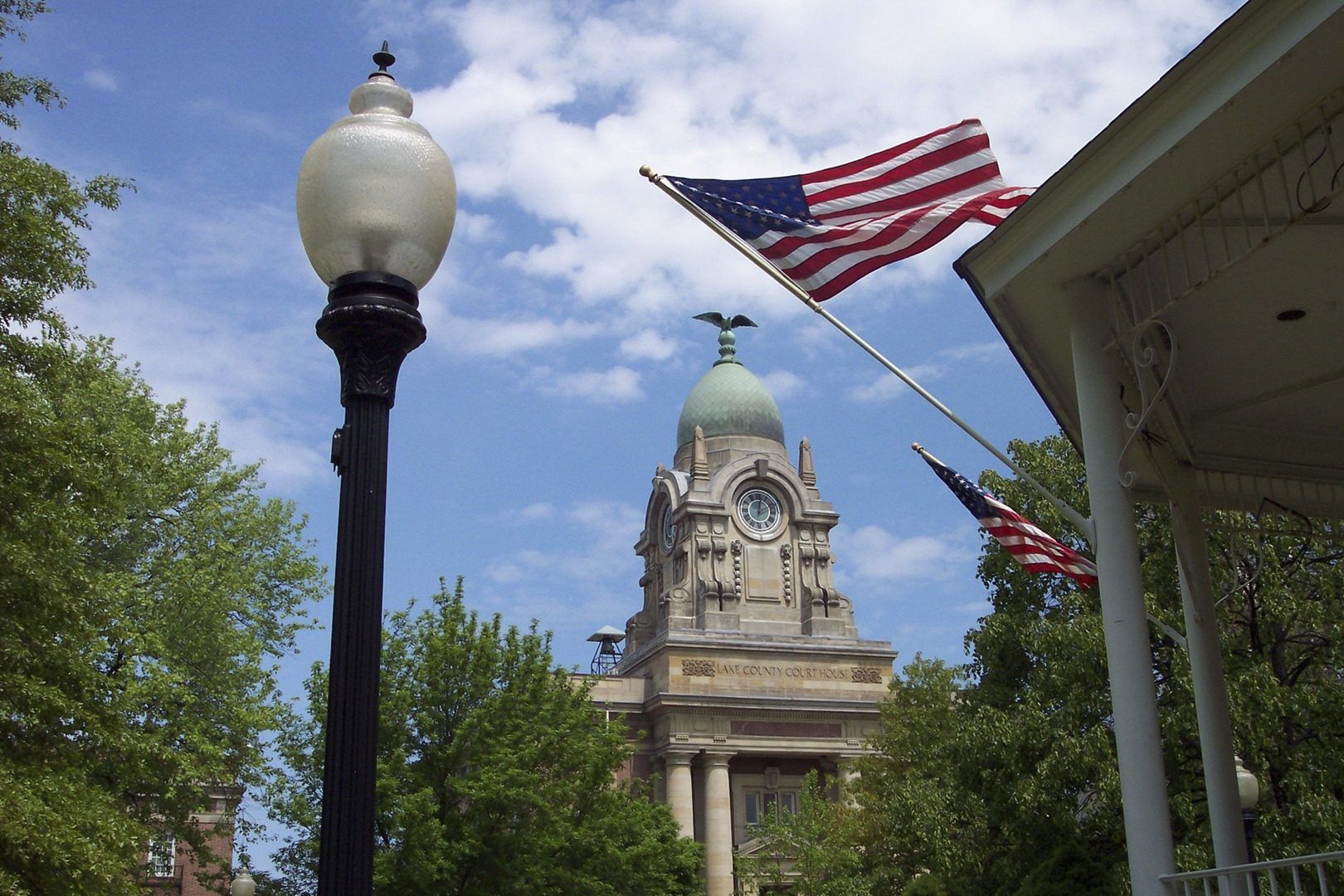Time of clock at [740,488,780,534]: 2:01
